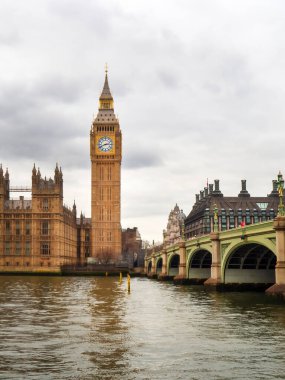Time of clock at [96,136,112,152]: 2:41
